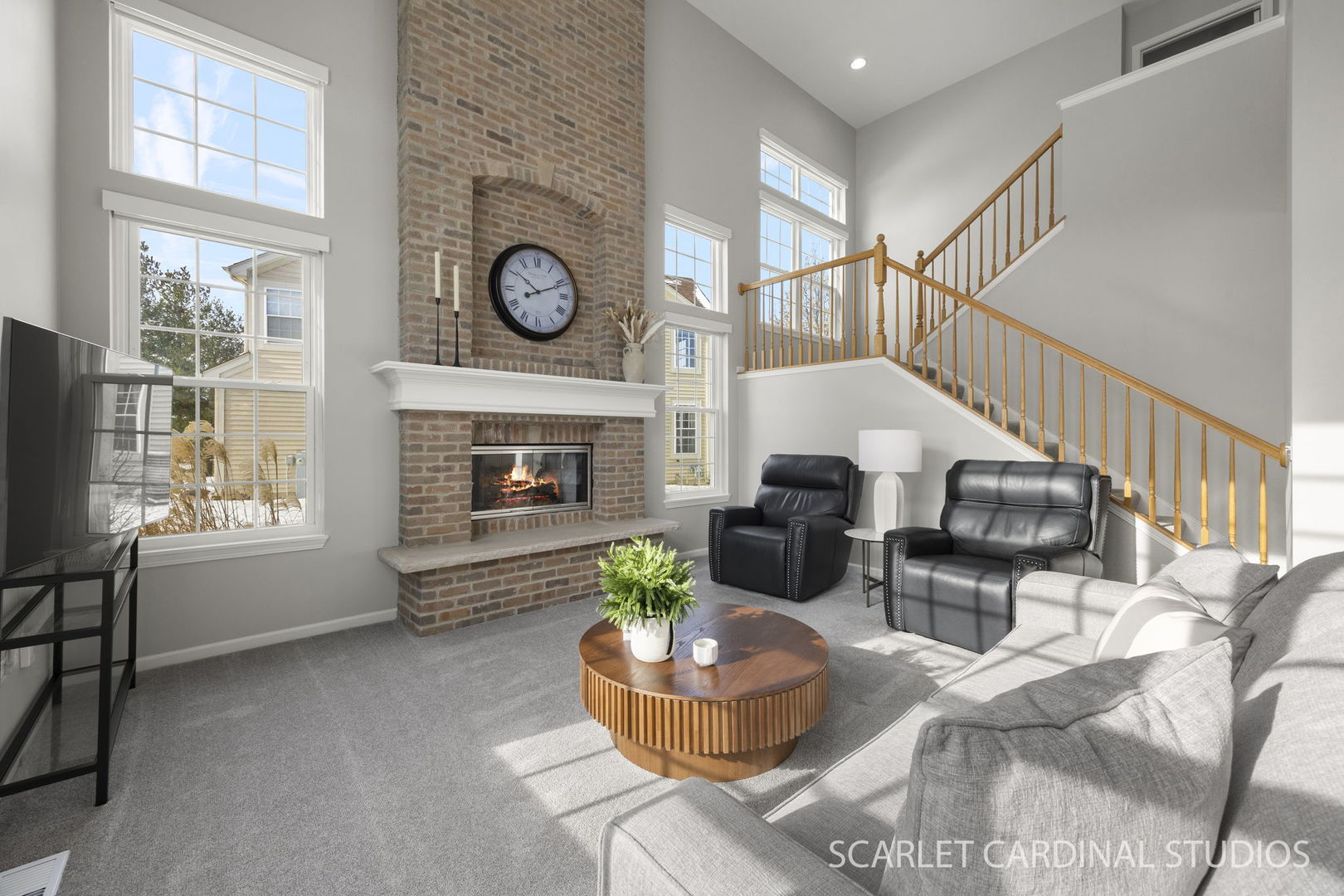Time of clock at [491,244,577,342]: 10:11
